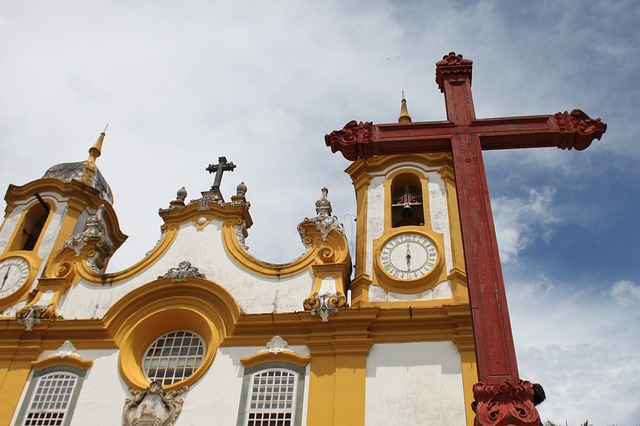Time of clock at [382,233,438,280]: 5:59
